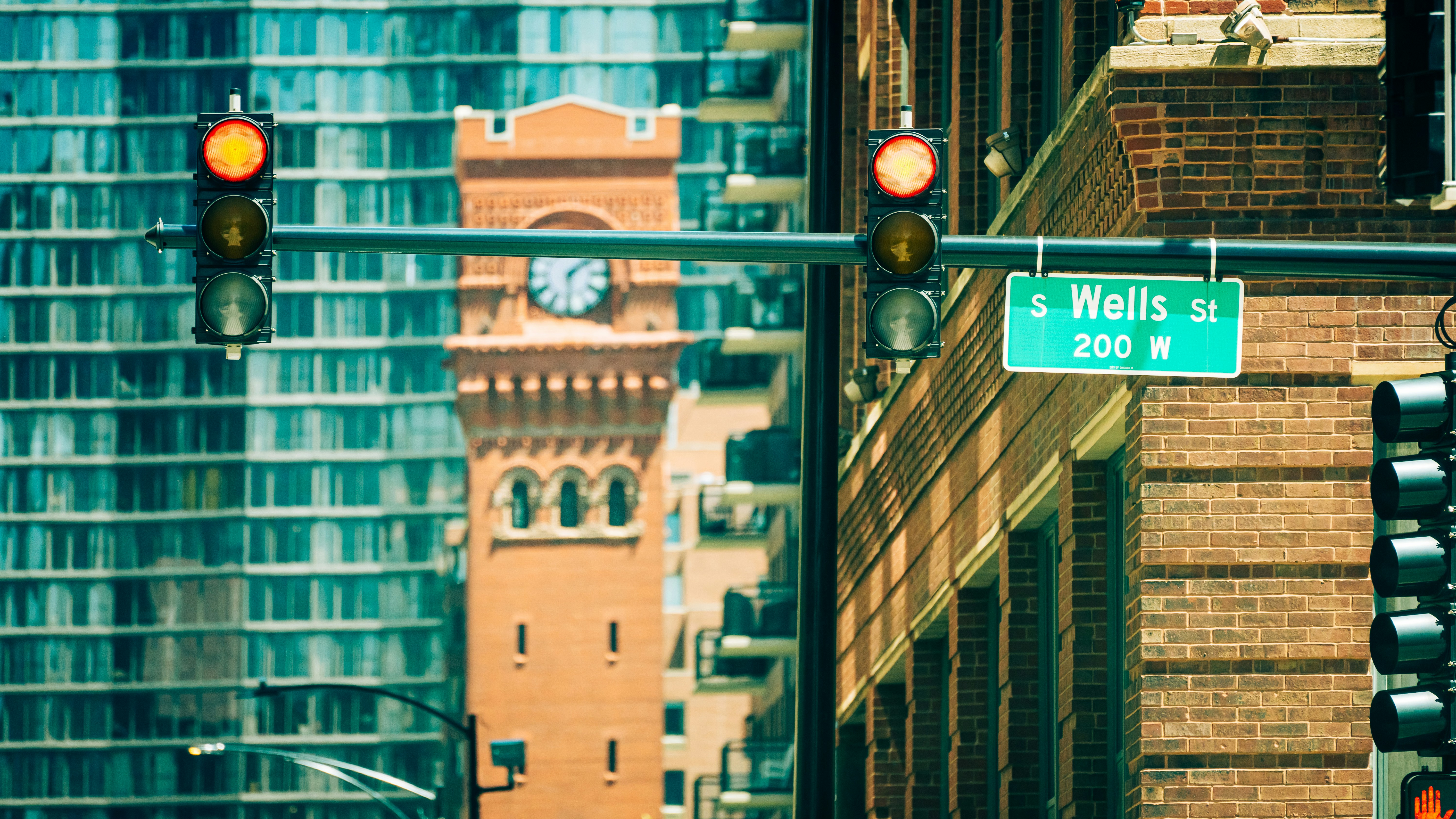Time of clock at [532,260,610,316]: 1:29
